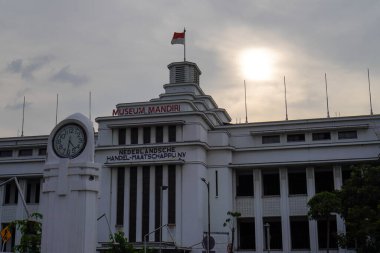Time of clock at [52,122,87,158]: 4:31
